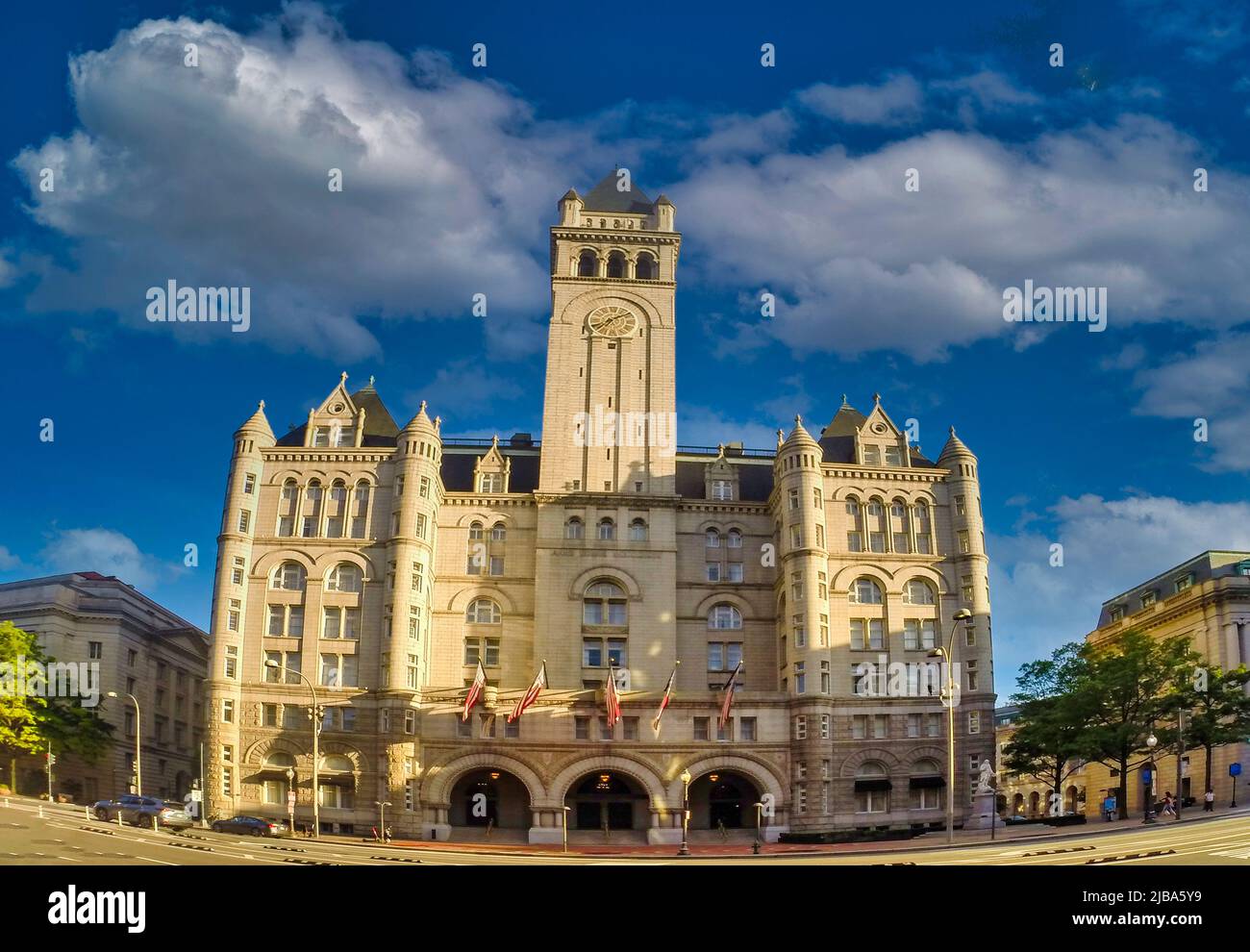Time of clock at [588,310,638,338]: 7:09
